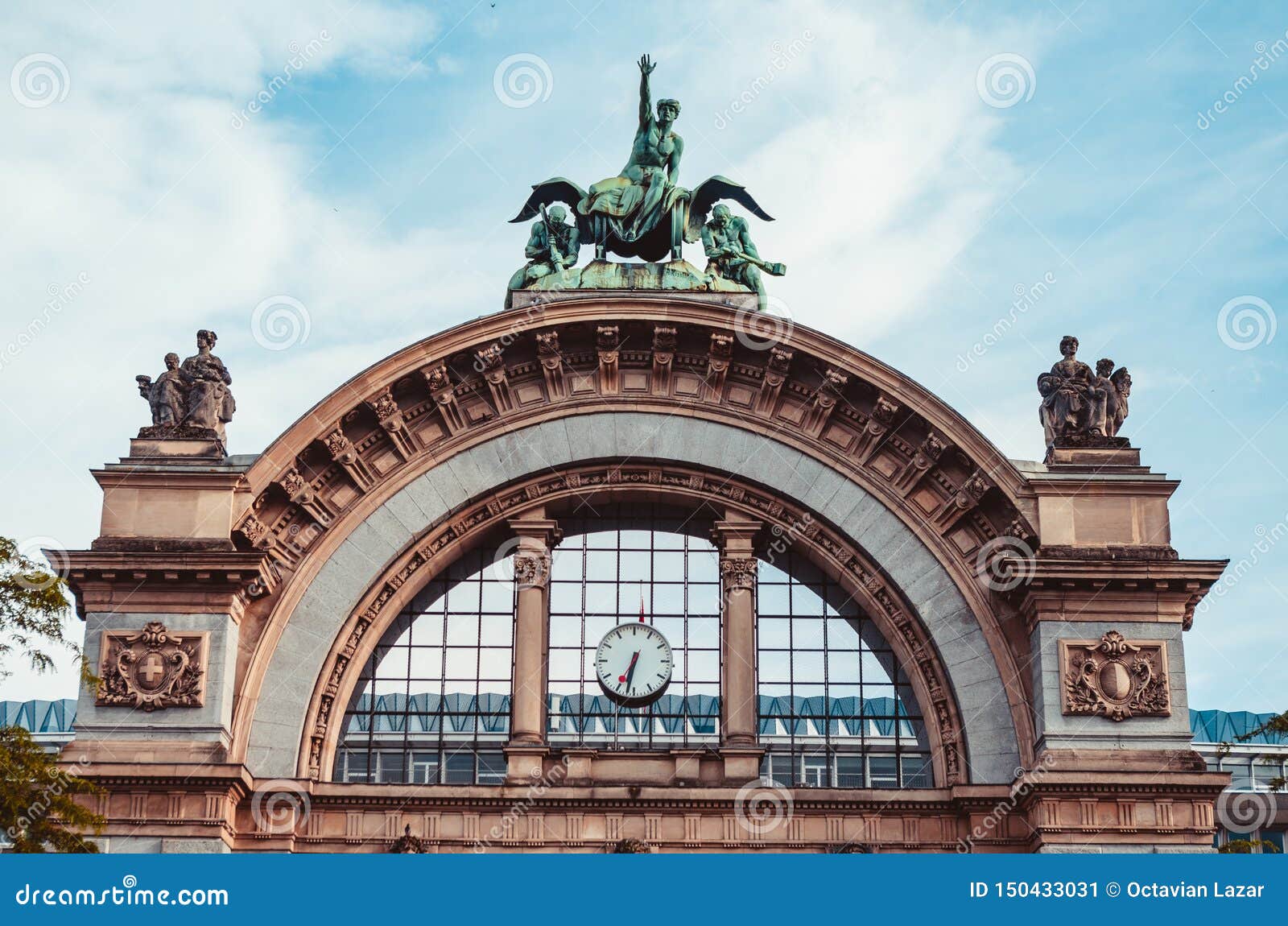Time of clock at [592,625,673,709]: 6:32
